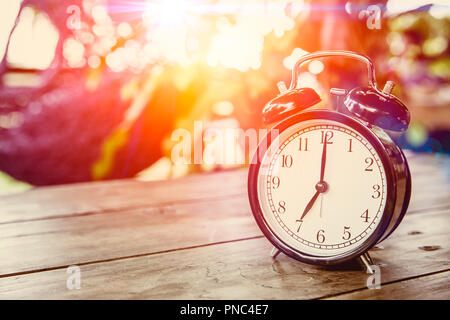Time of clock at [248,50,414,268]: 7:00
